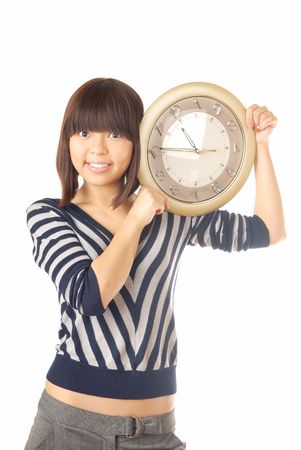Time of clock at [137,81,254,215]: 10:45
